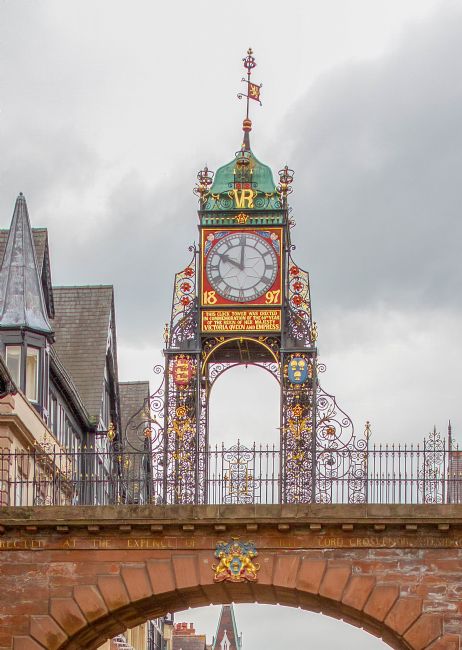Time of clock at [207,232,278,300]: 10:00
